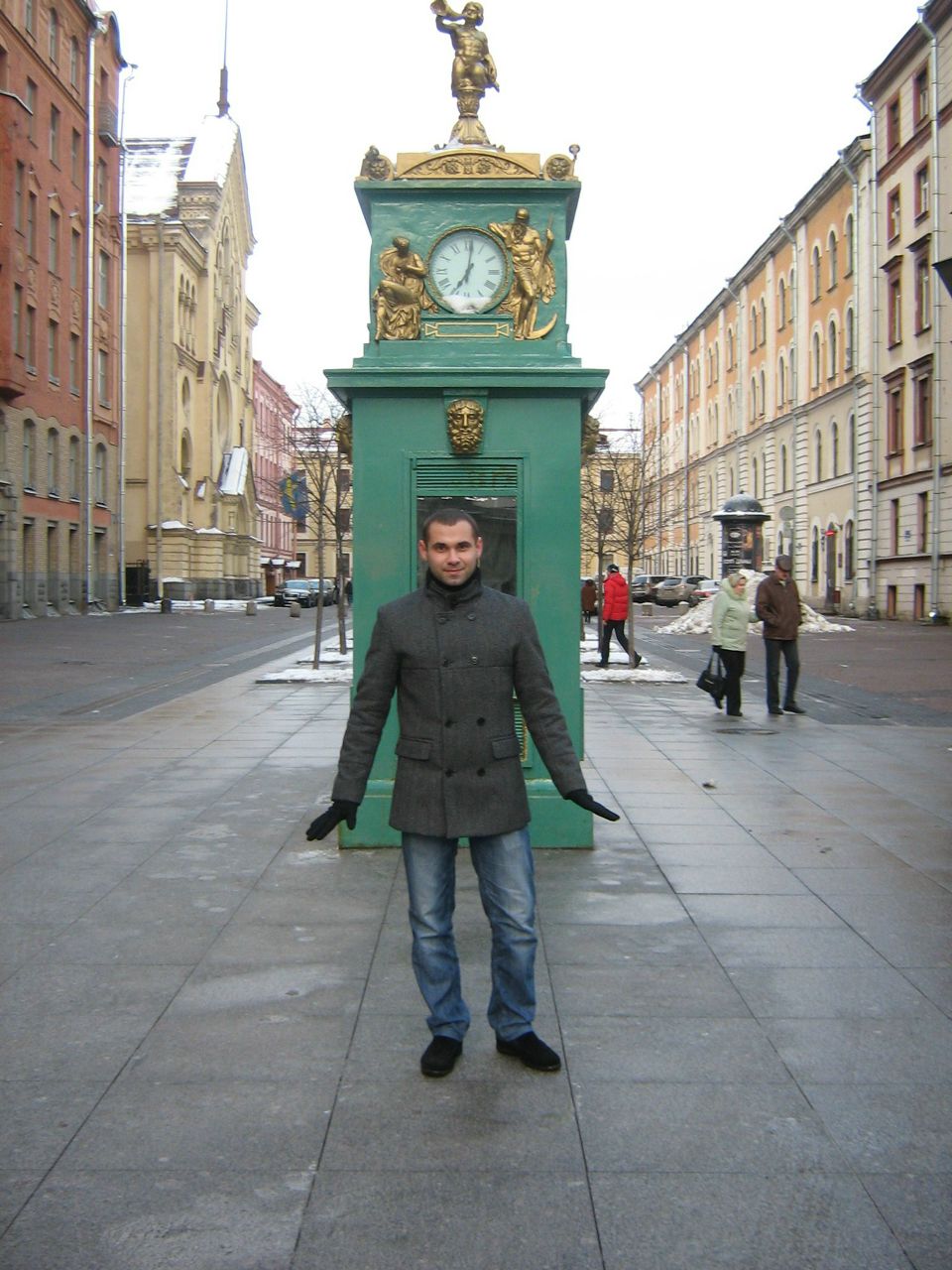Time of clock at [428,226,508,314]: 7:01
